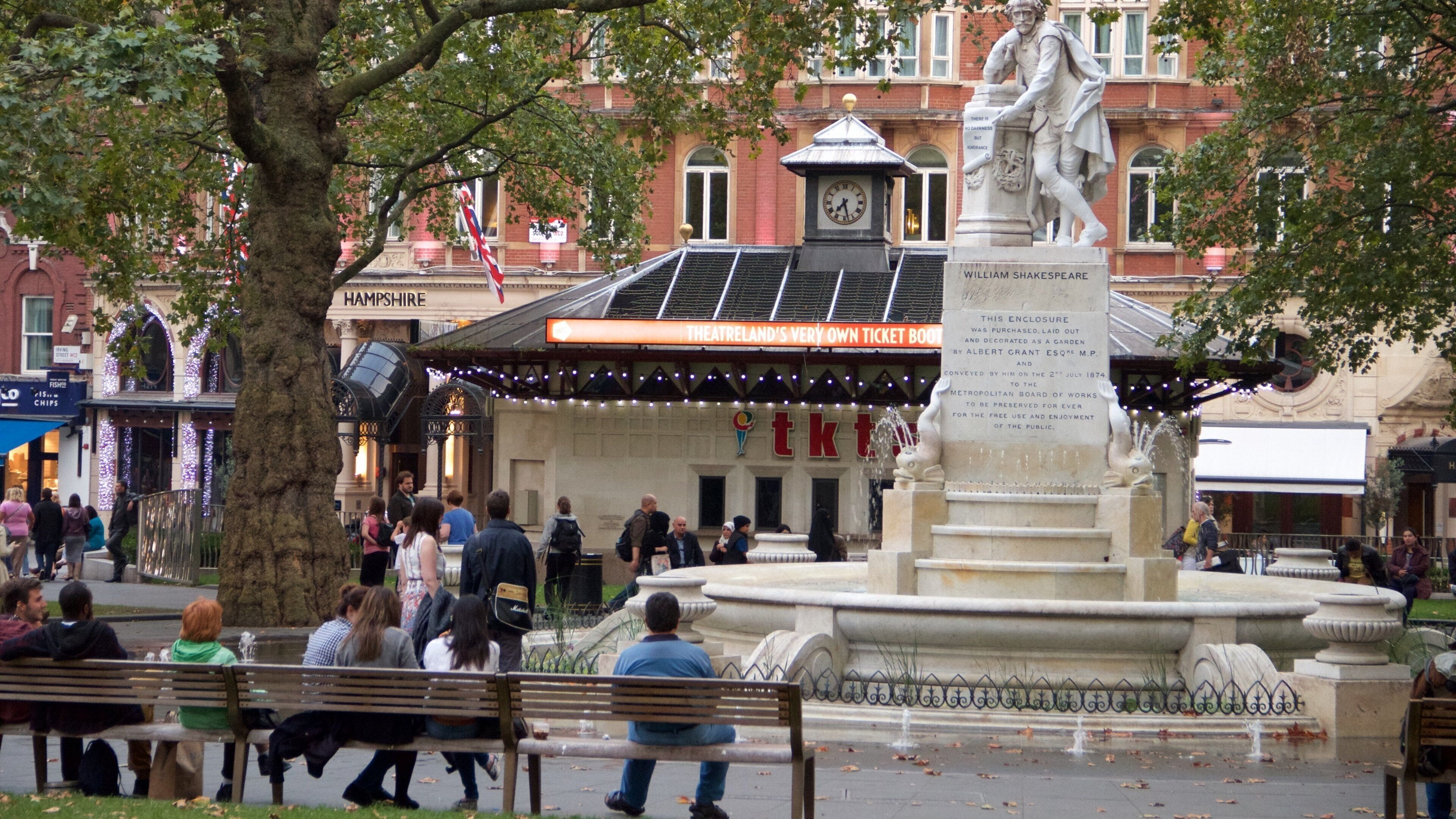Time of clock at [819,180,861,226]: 7:27
